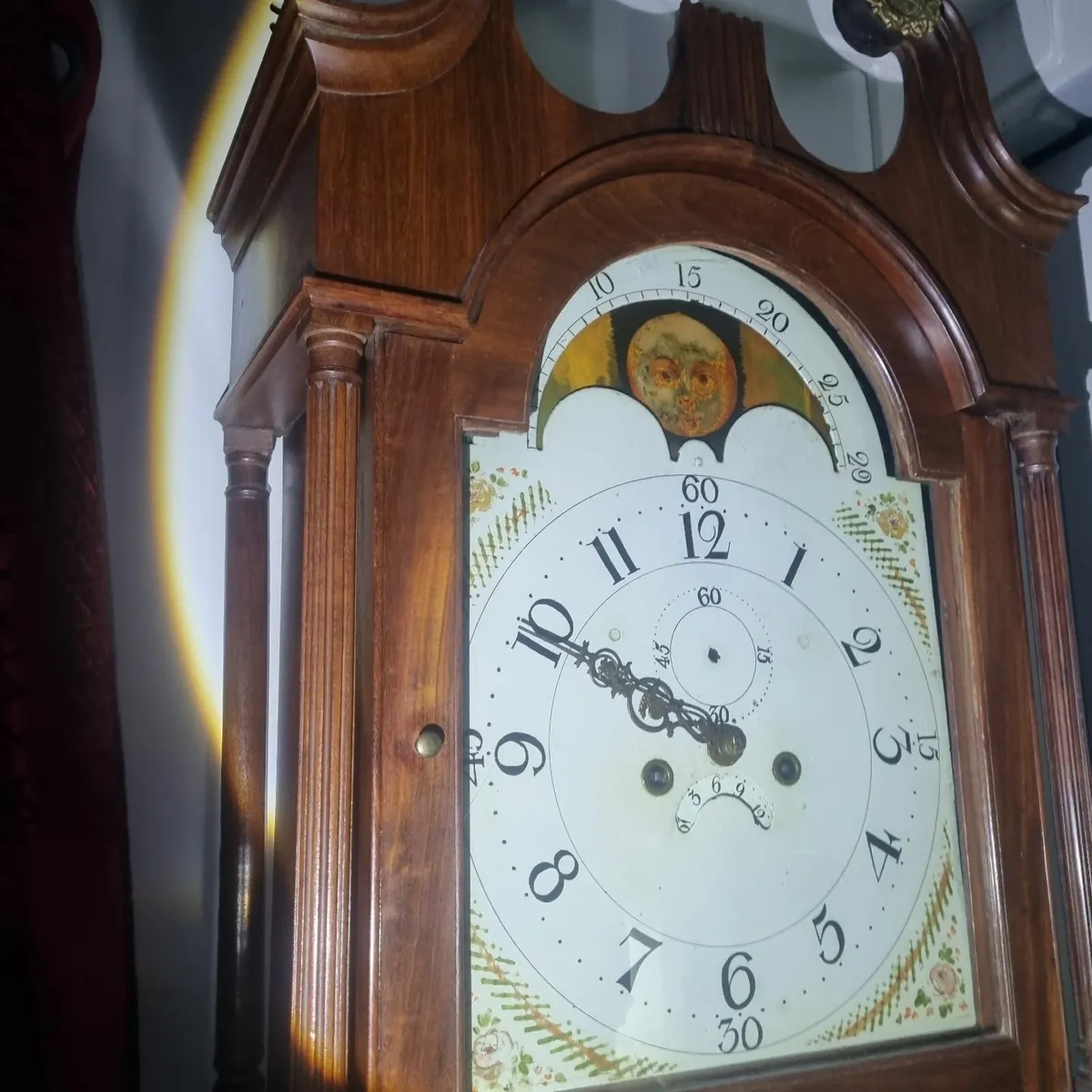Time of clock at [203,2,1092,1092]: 9:49
